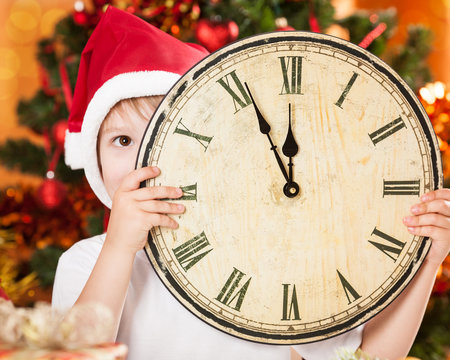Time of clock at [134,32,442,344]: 11:55
